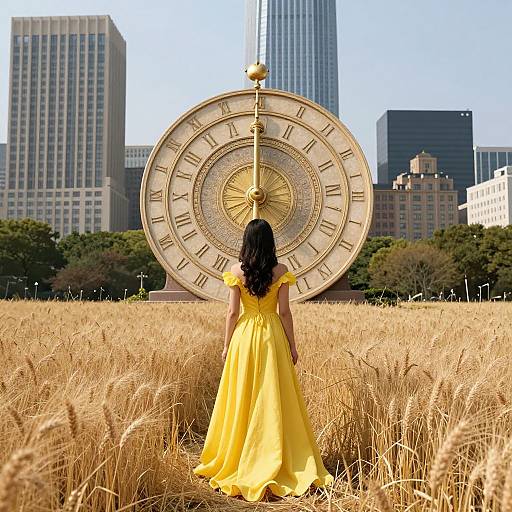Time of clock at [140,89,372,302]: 5:59
